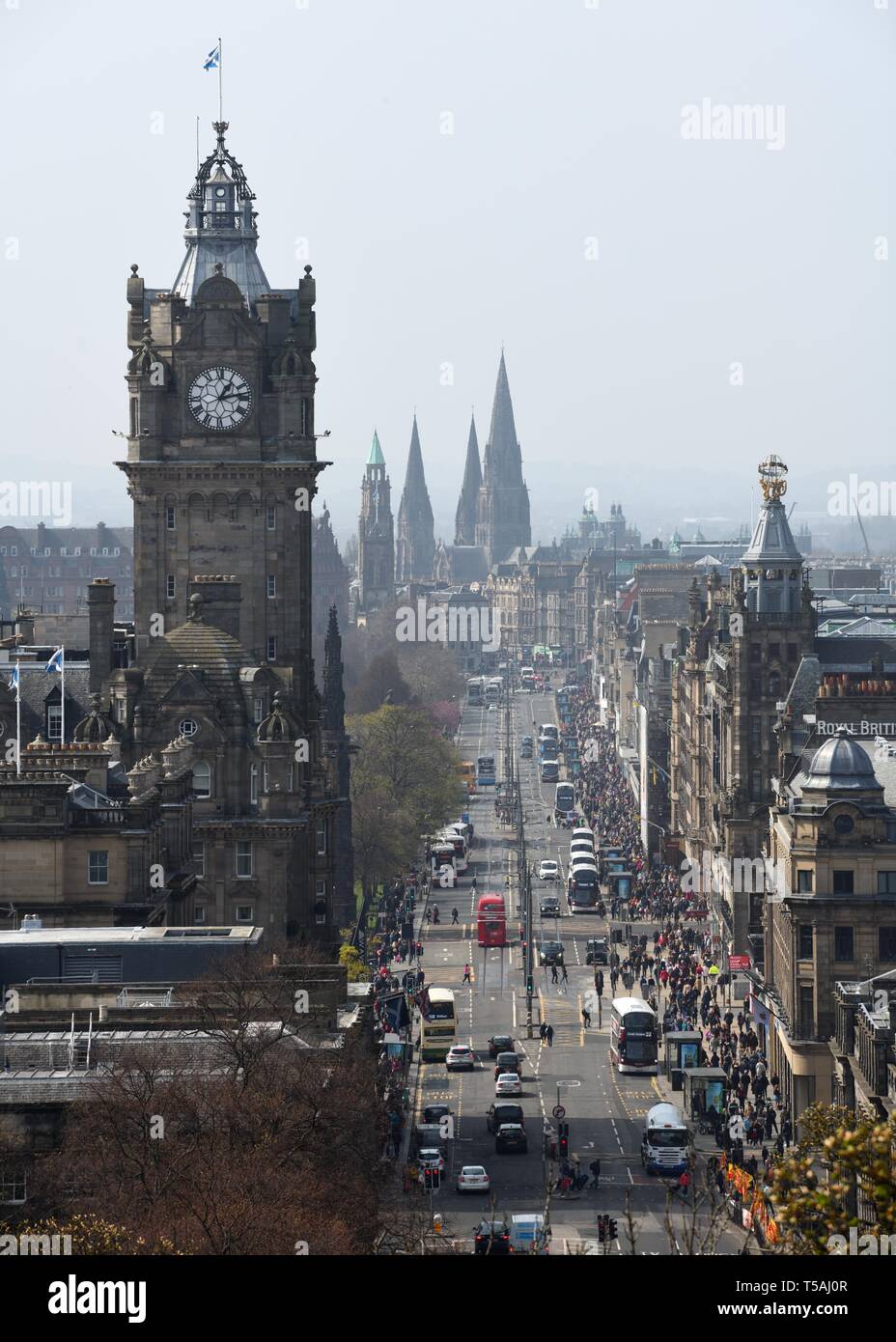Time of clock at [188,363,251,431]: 1:12
